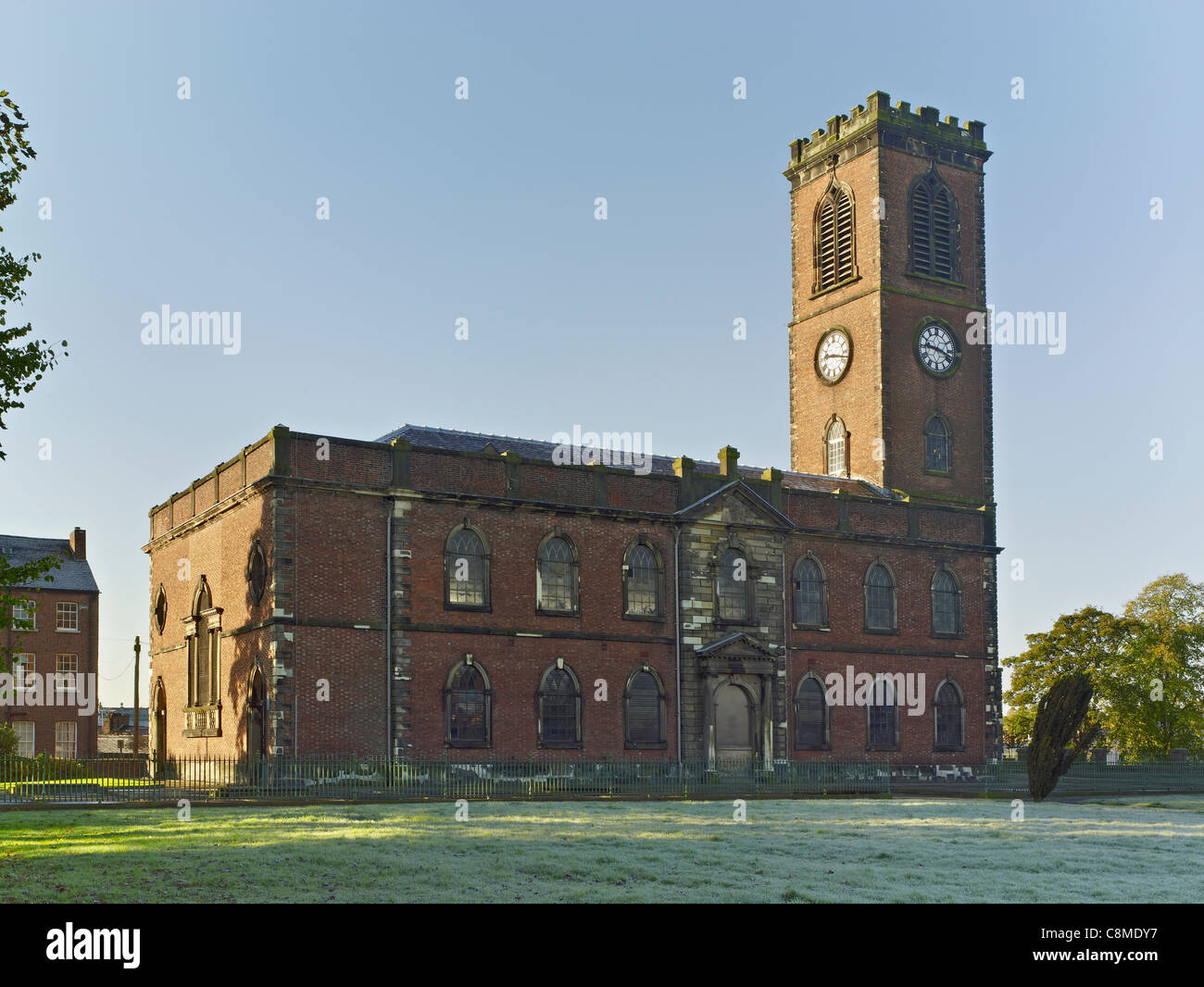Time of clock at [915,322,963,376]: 9:17
